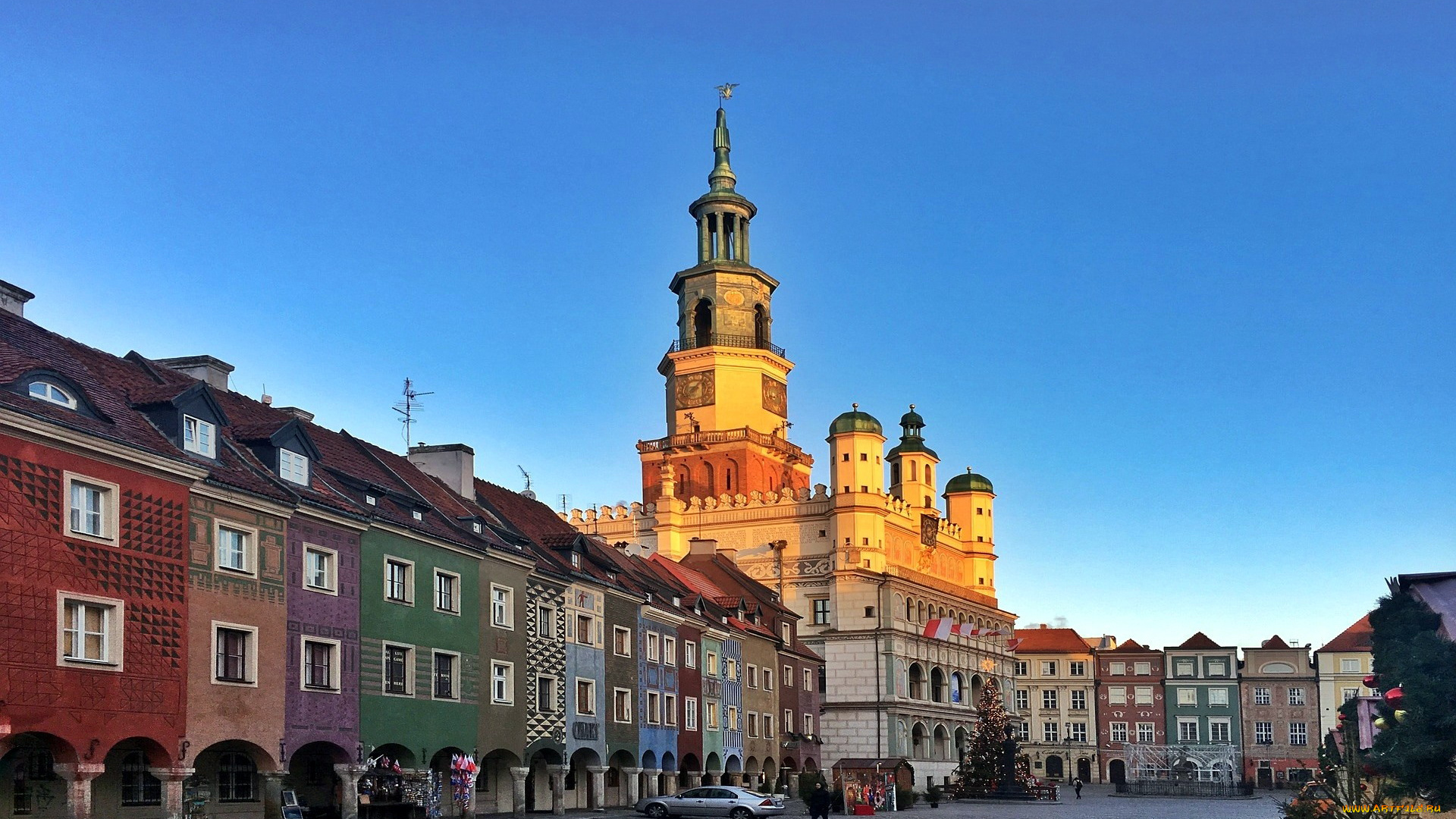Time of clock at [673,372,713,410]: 8:07
